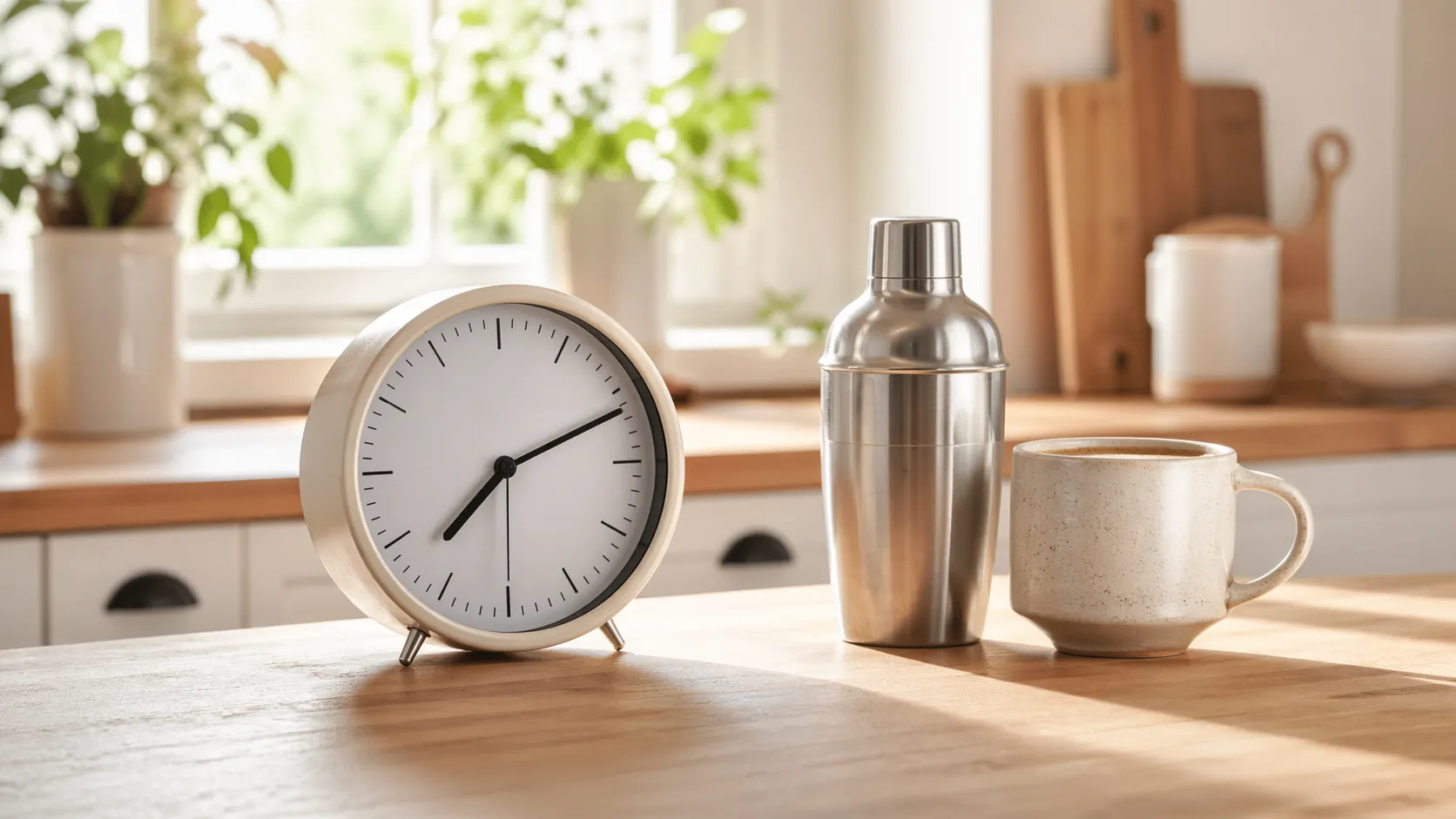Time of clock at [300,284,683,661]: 7:11
